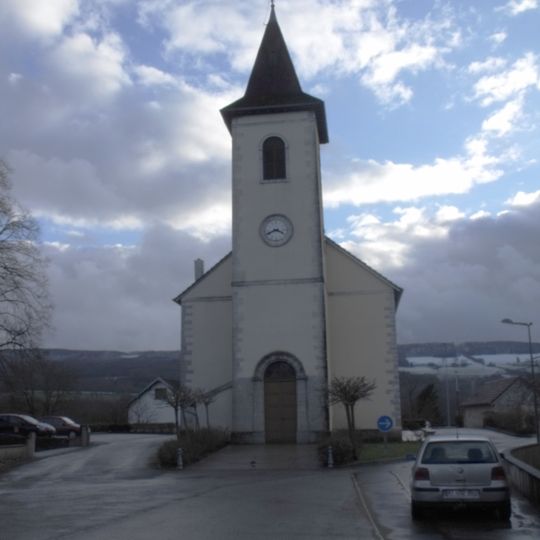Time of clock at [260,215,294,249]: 3:41
